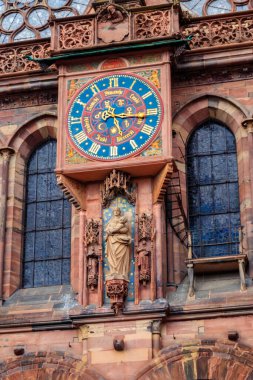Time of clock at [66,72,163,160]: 2:15
